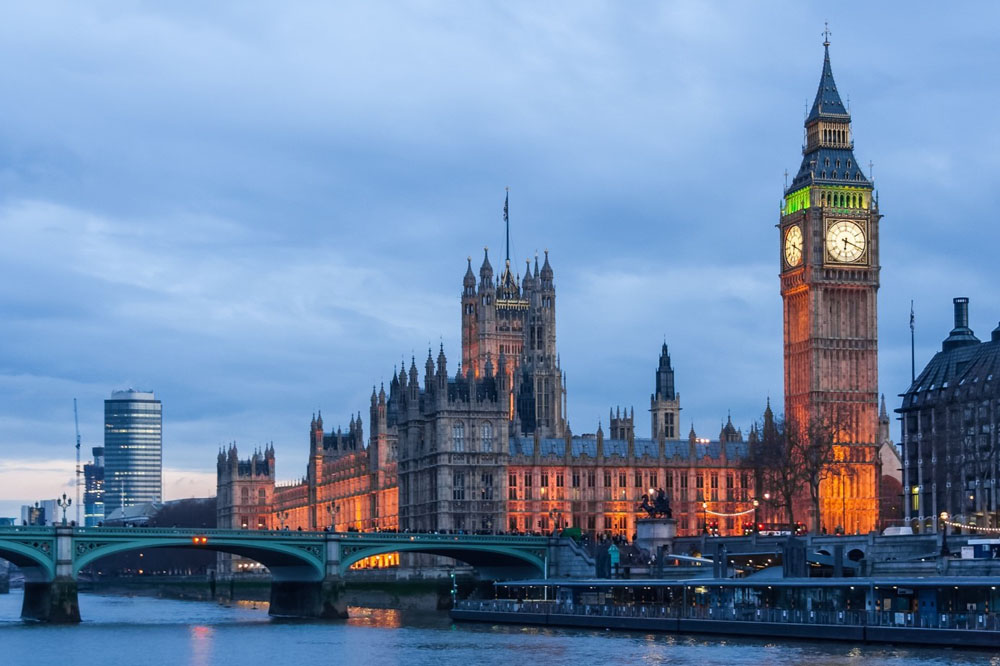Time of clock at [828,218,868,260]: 6:18
